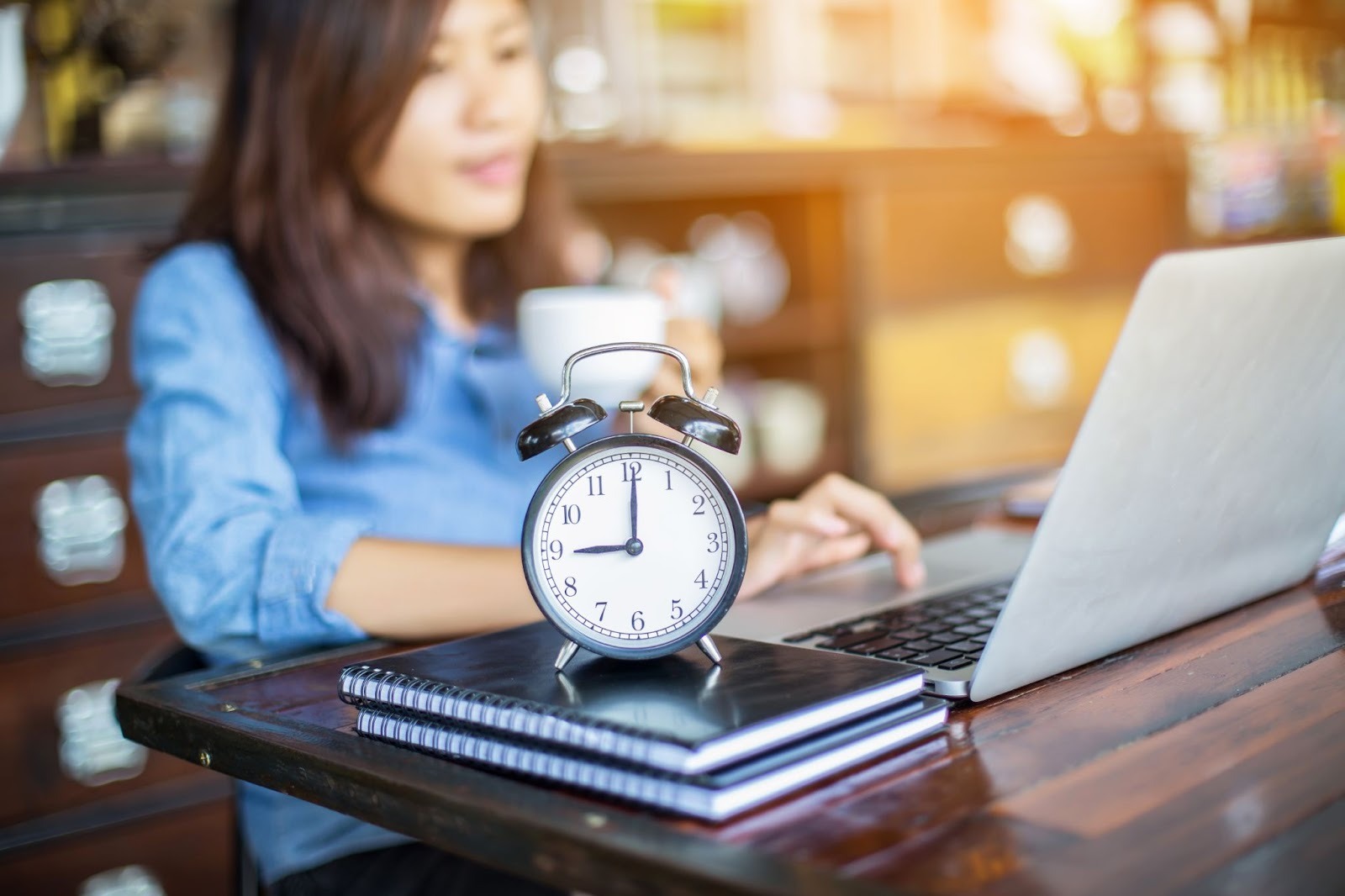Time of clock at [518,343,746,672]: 9:00
